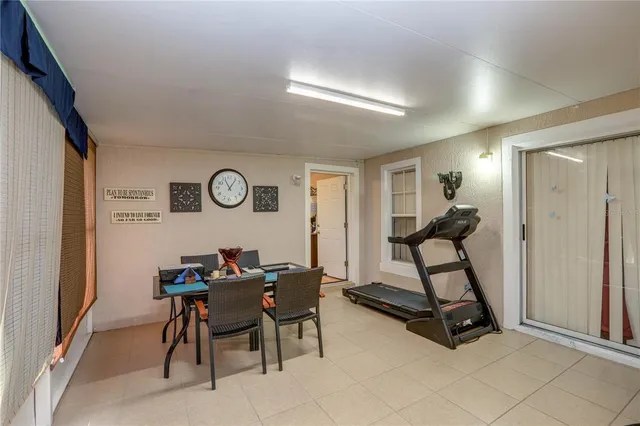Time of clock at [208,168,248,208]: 11:06
